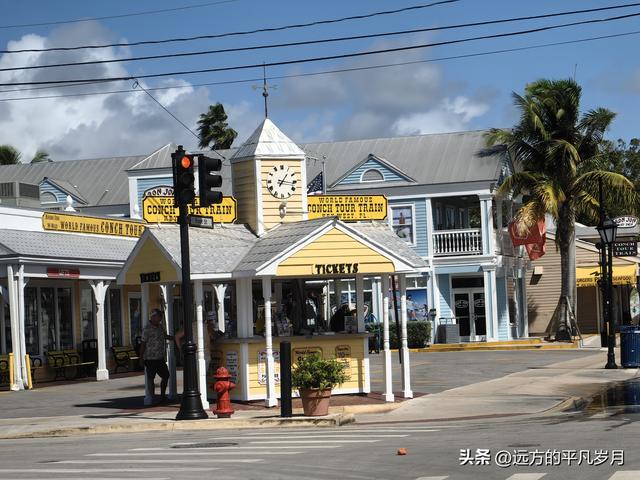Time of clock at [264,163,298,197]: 1:16
